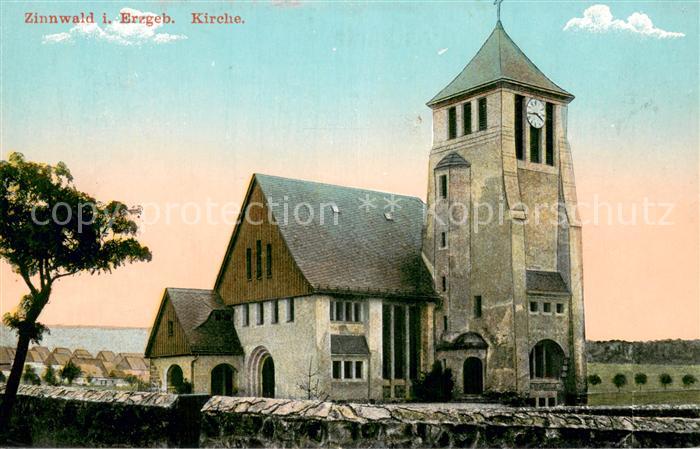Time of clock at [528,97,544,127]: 3:43
